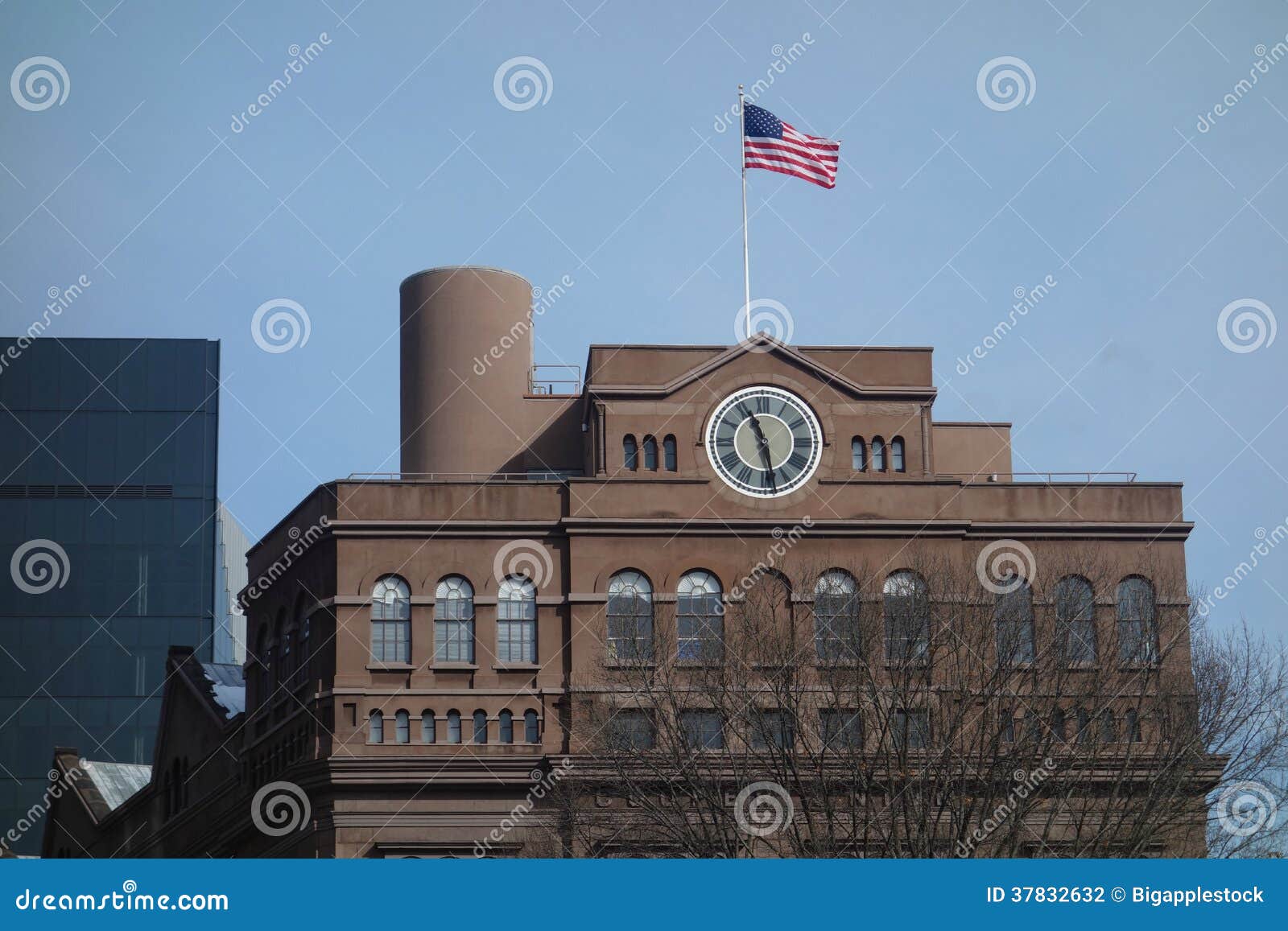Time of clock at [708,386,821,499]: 11:28
